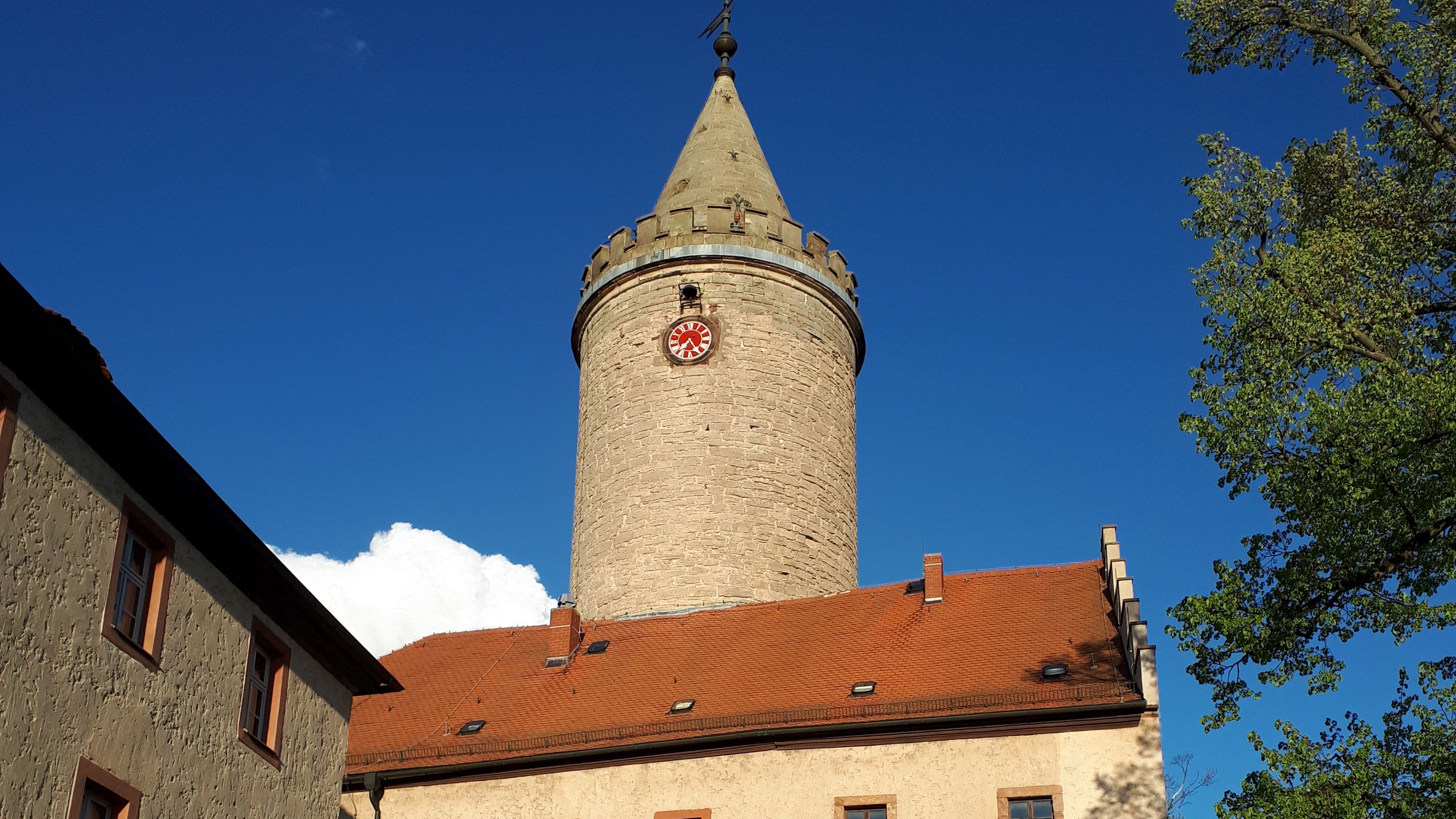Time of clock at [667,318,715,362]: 7:24
